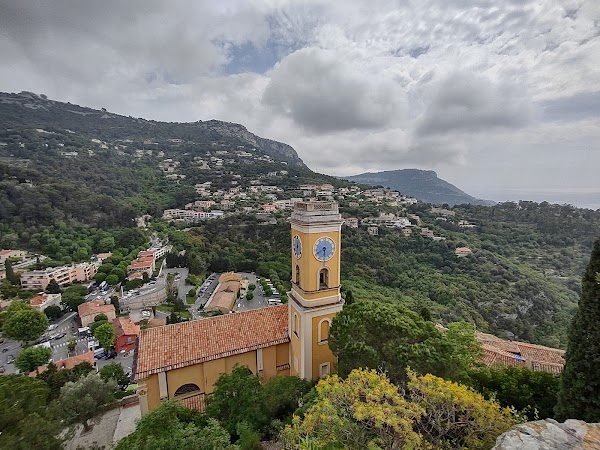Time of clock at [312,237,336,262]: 5:40
